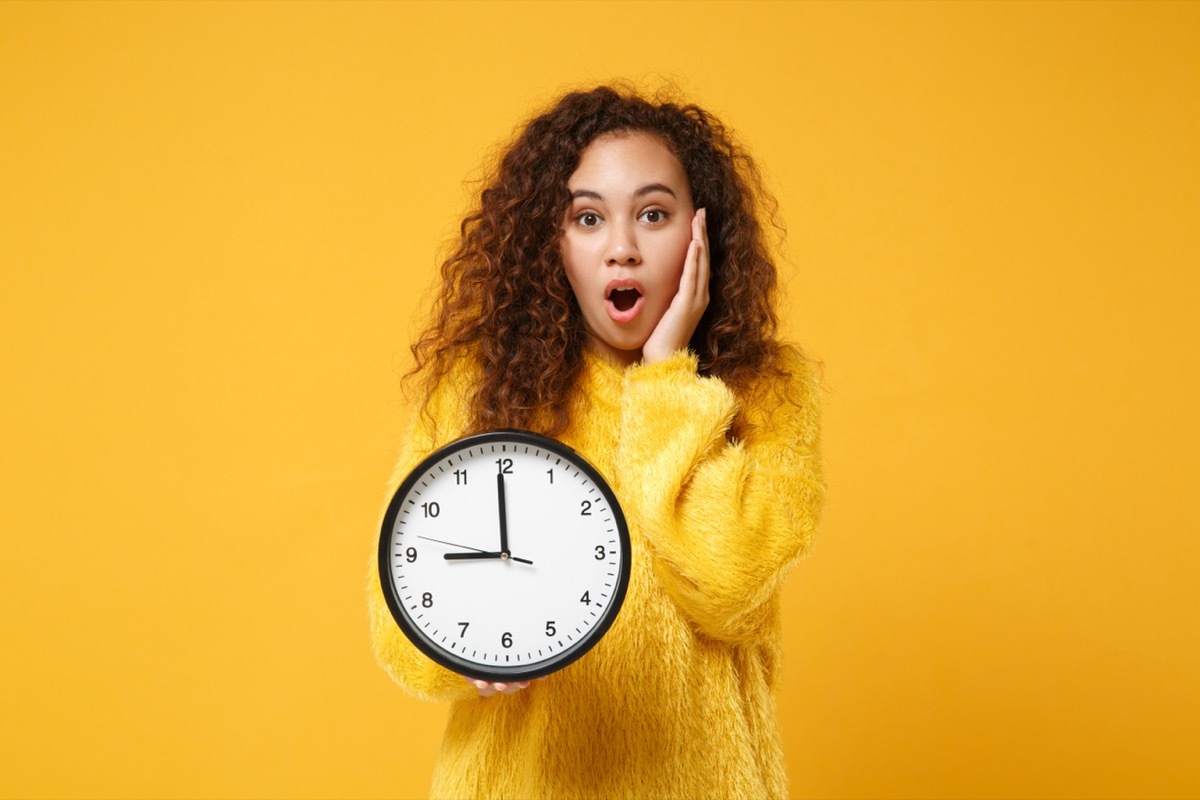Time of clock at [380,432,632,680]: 8:59
